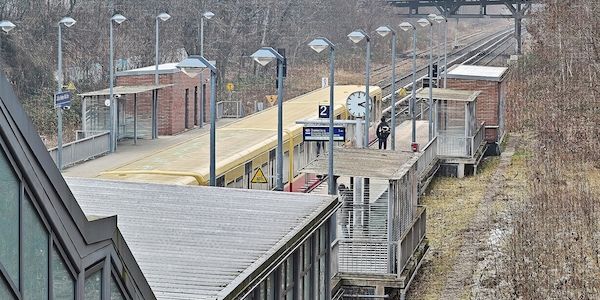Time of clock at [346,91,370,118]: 2:18
